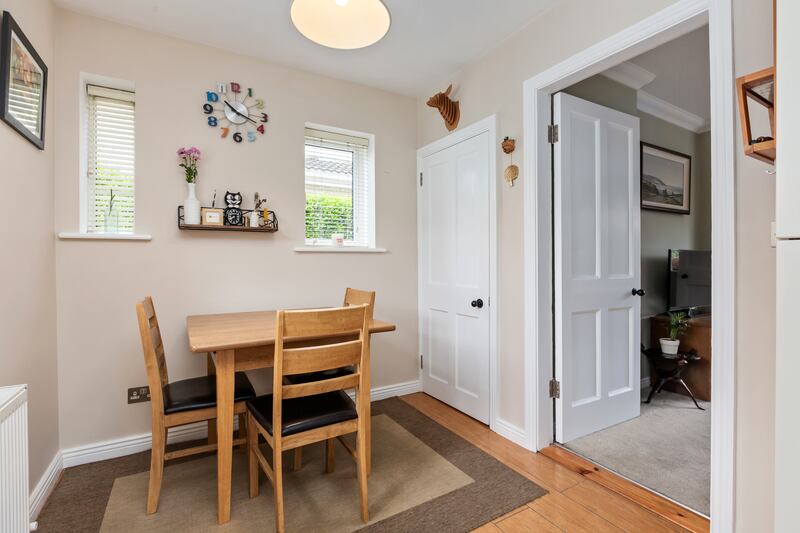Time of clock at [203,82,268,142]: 10:18
